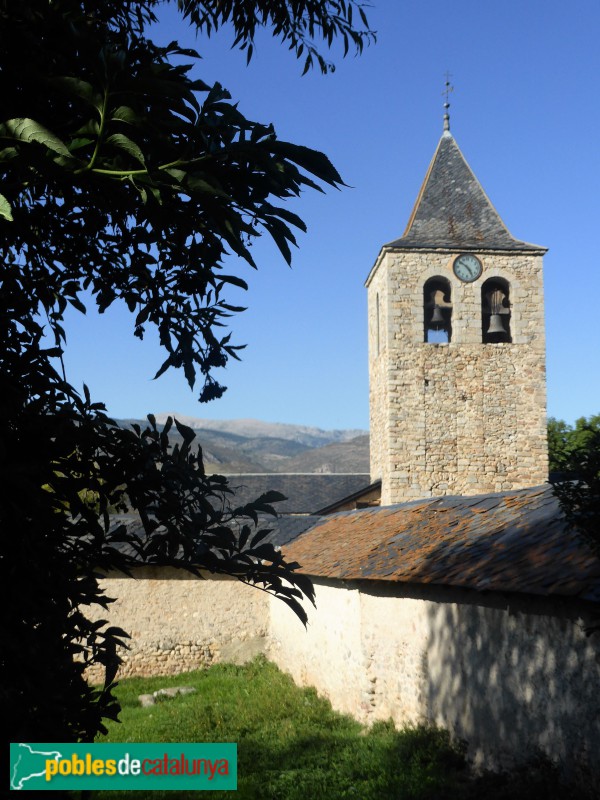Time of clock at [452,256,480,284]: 4:50
